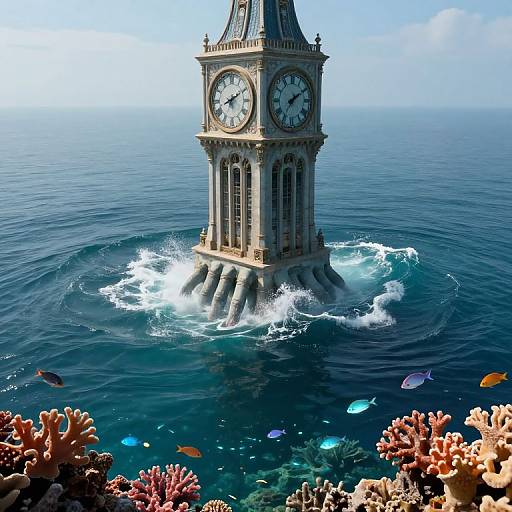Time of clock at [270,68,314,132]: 7:09
